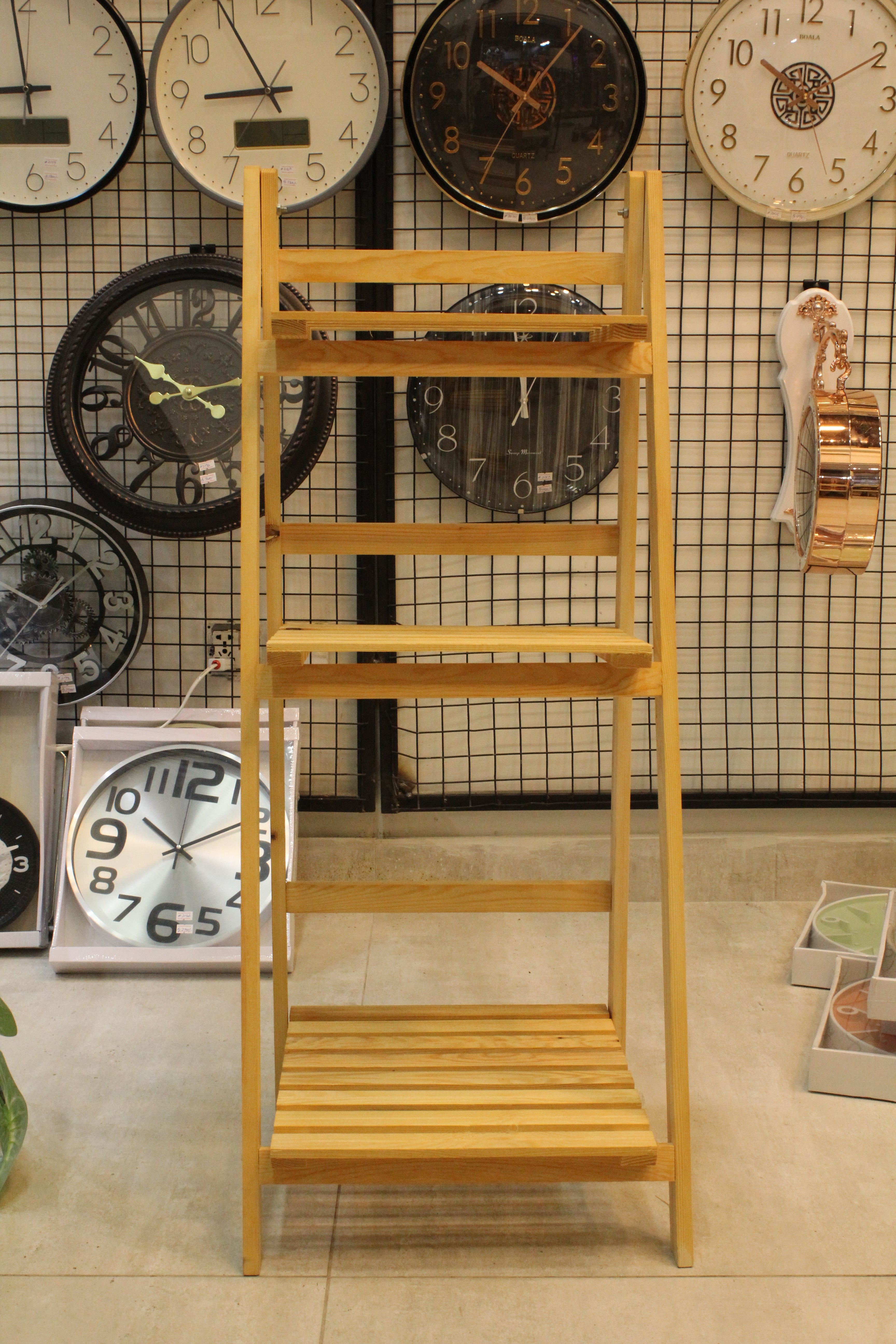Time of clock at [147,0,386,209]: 8:55
